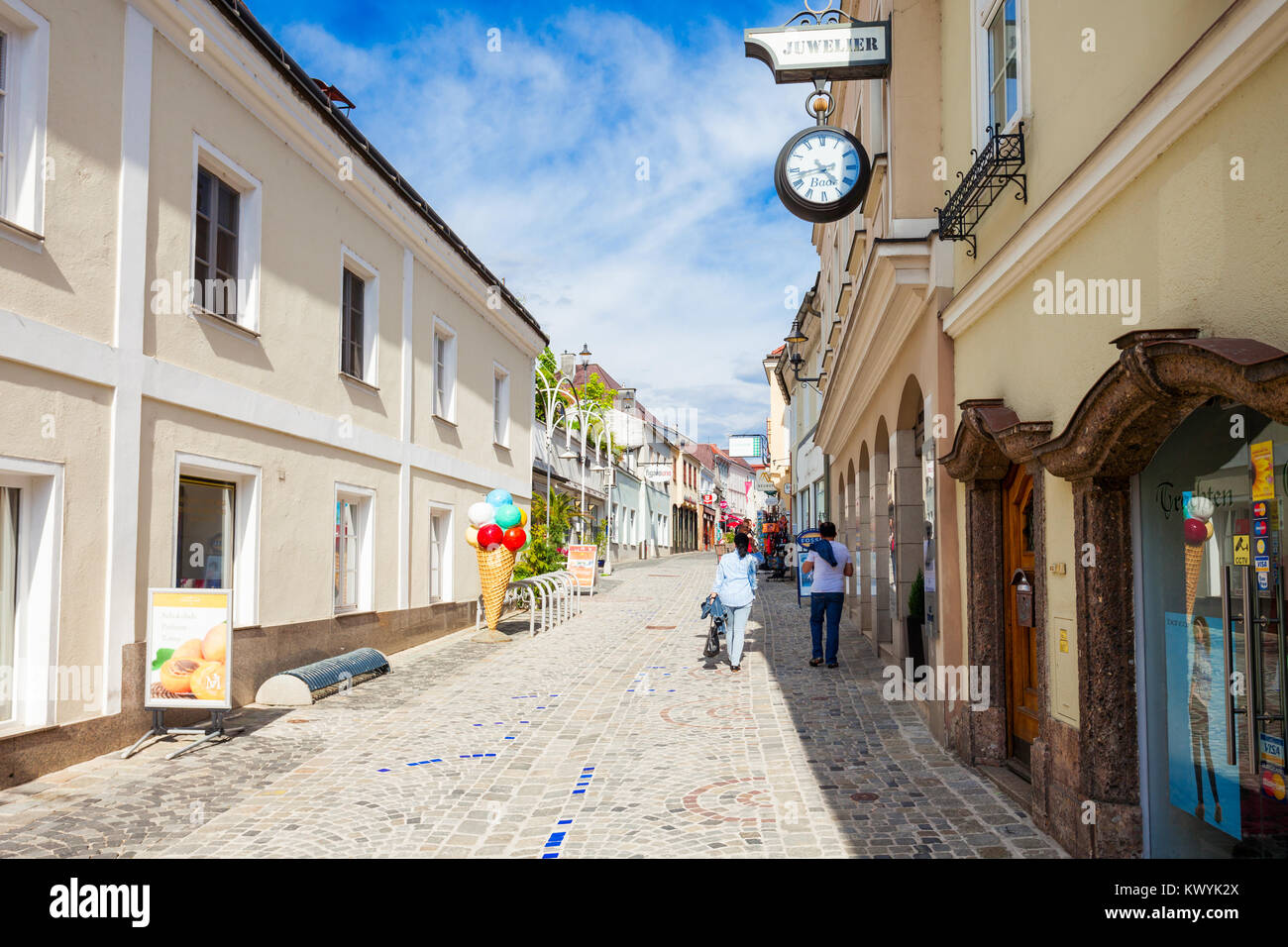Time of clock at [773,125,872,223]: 4:42
